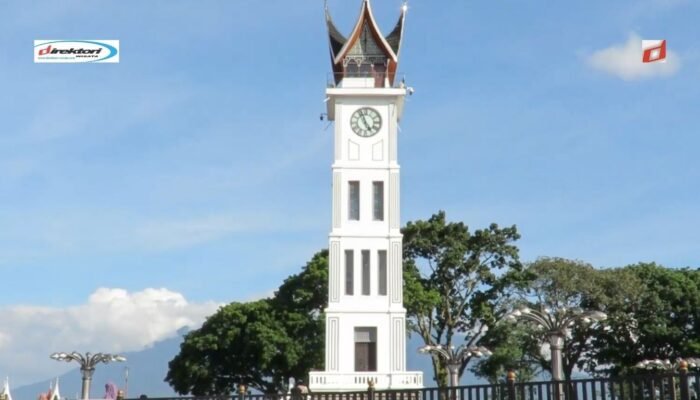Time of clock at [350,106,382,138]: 4:56
